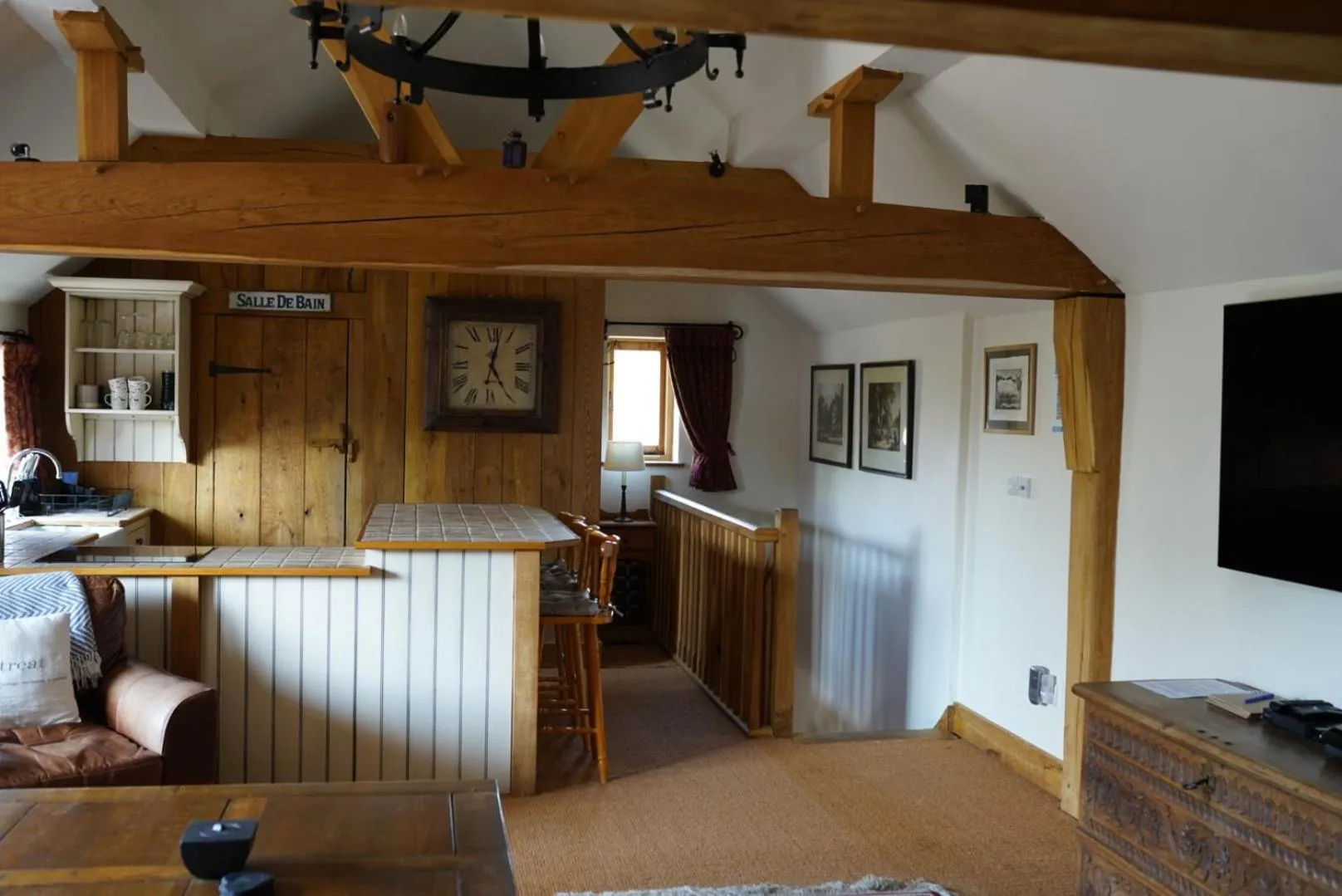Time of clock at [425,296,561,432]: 5:02
